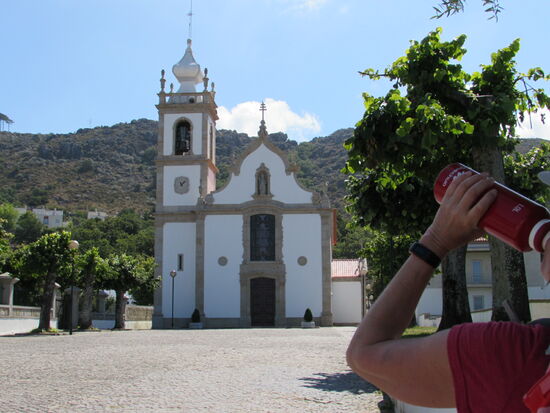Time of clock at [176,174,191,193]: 11:07
